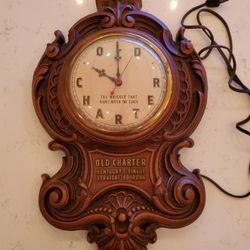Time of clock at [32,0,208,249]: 10:00
